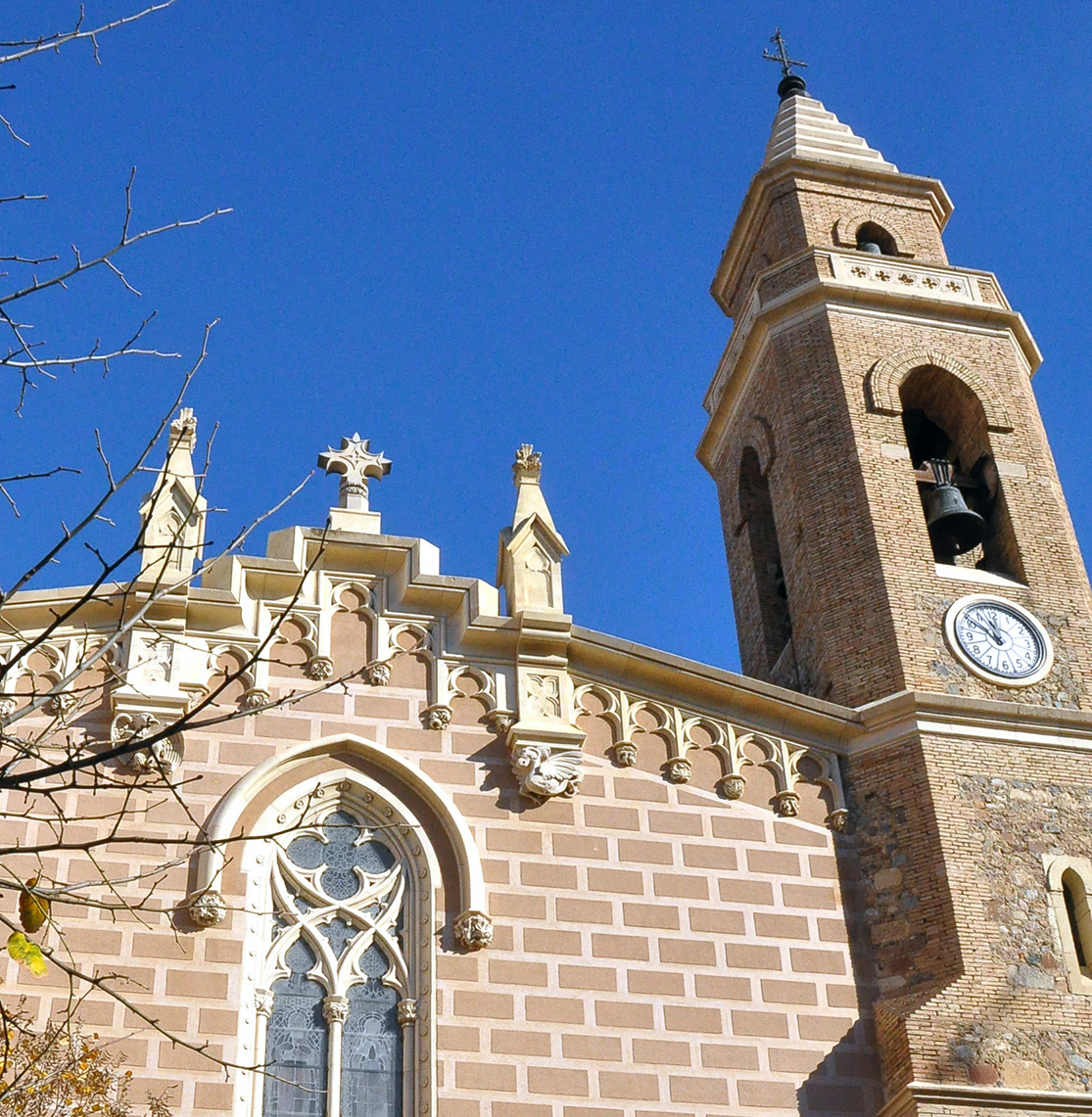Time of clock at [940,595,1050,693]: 11:50
